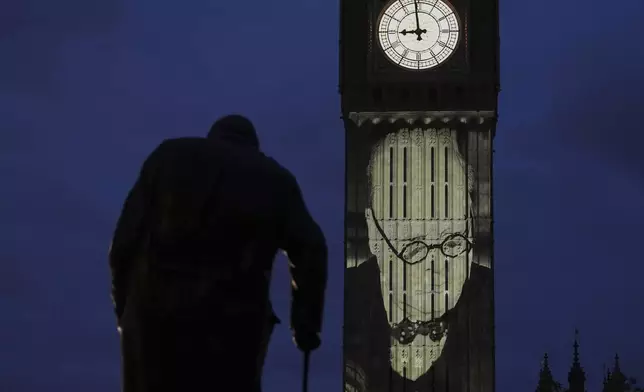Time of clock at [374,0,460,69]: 8:58
